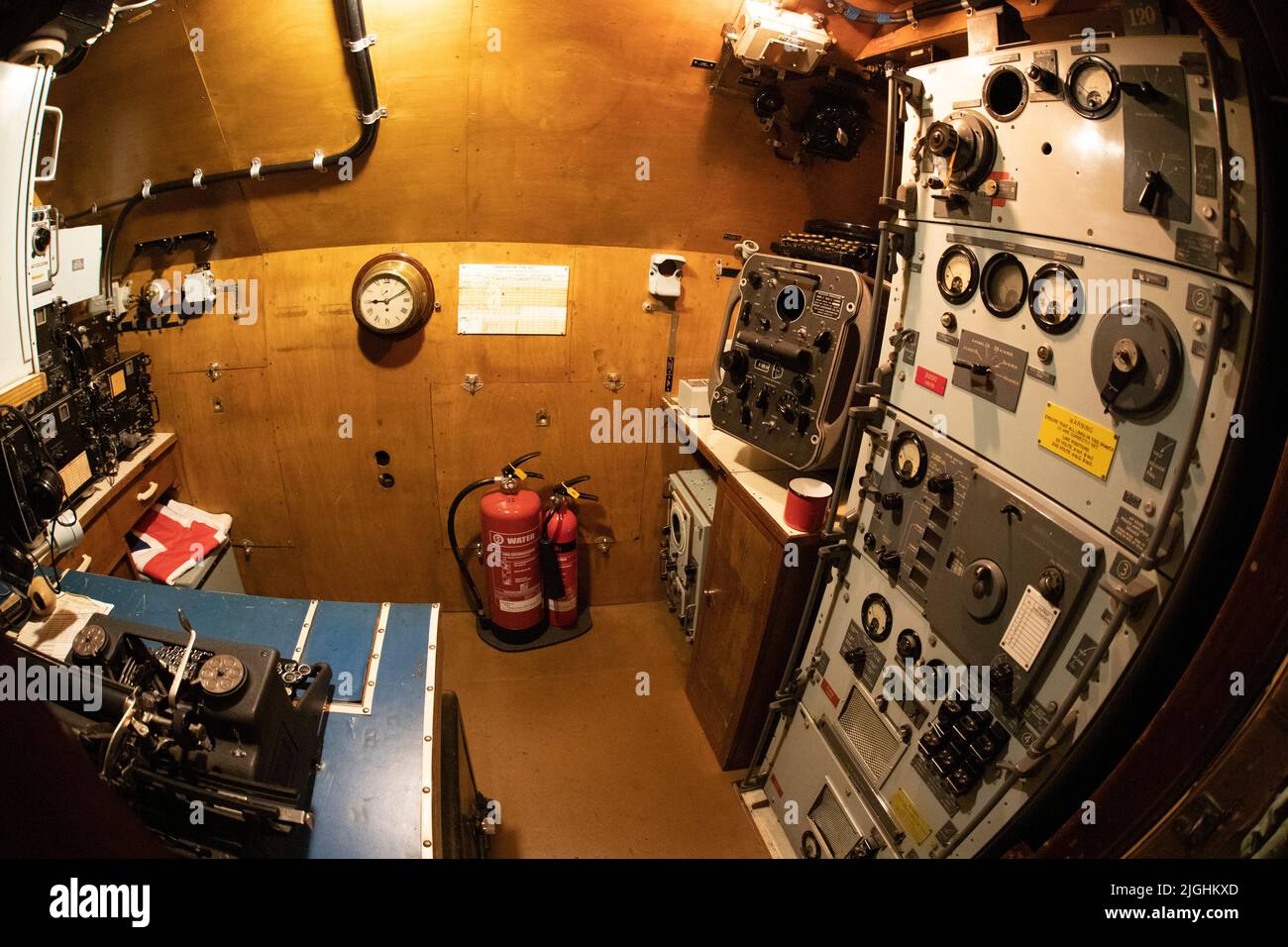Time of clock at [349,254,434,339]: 9:10
